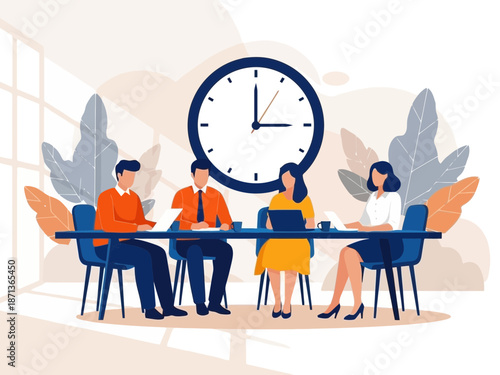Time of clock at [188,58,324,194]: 2:59
